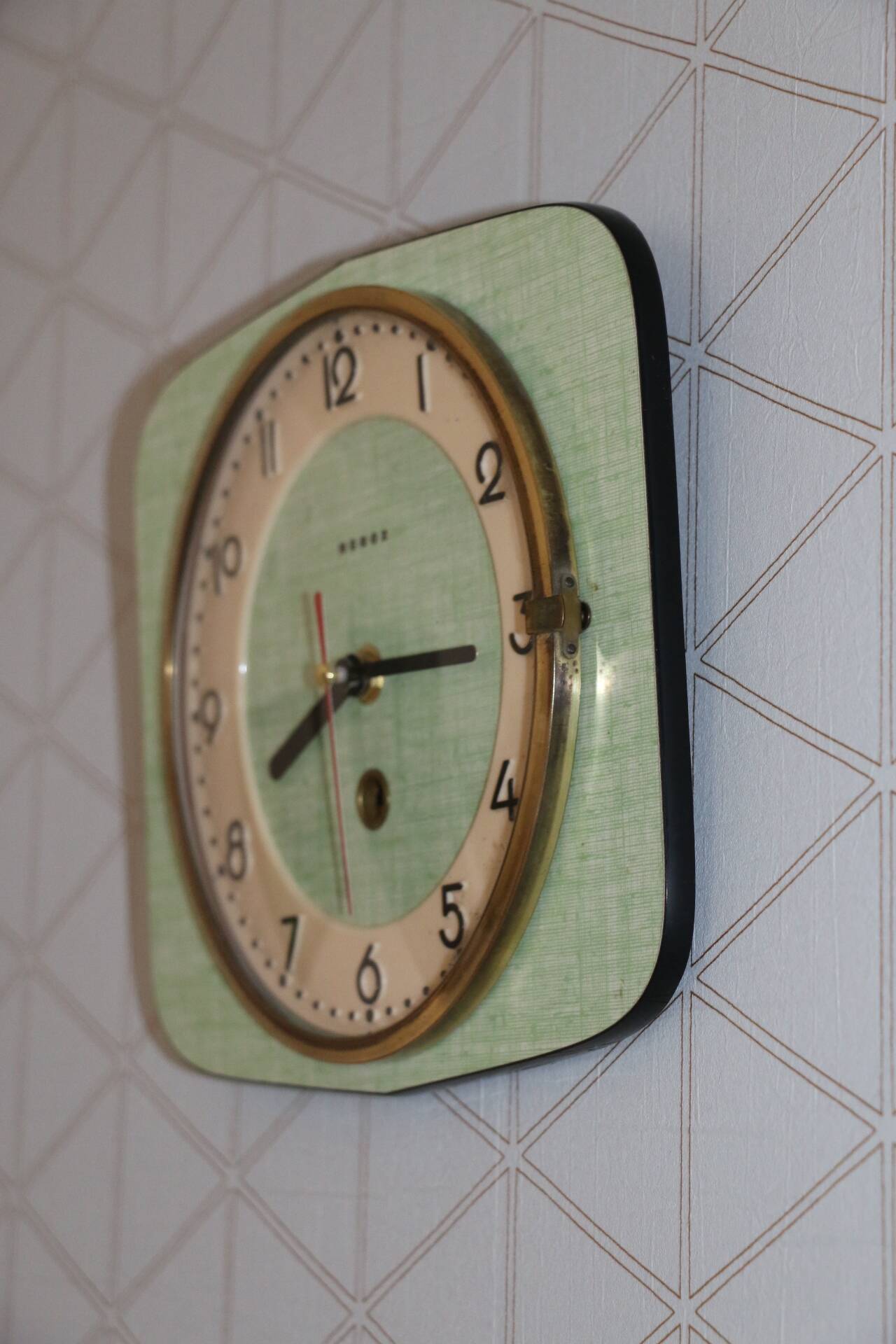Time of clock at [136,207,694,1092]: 8:15
